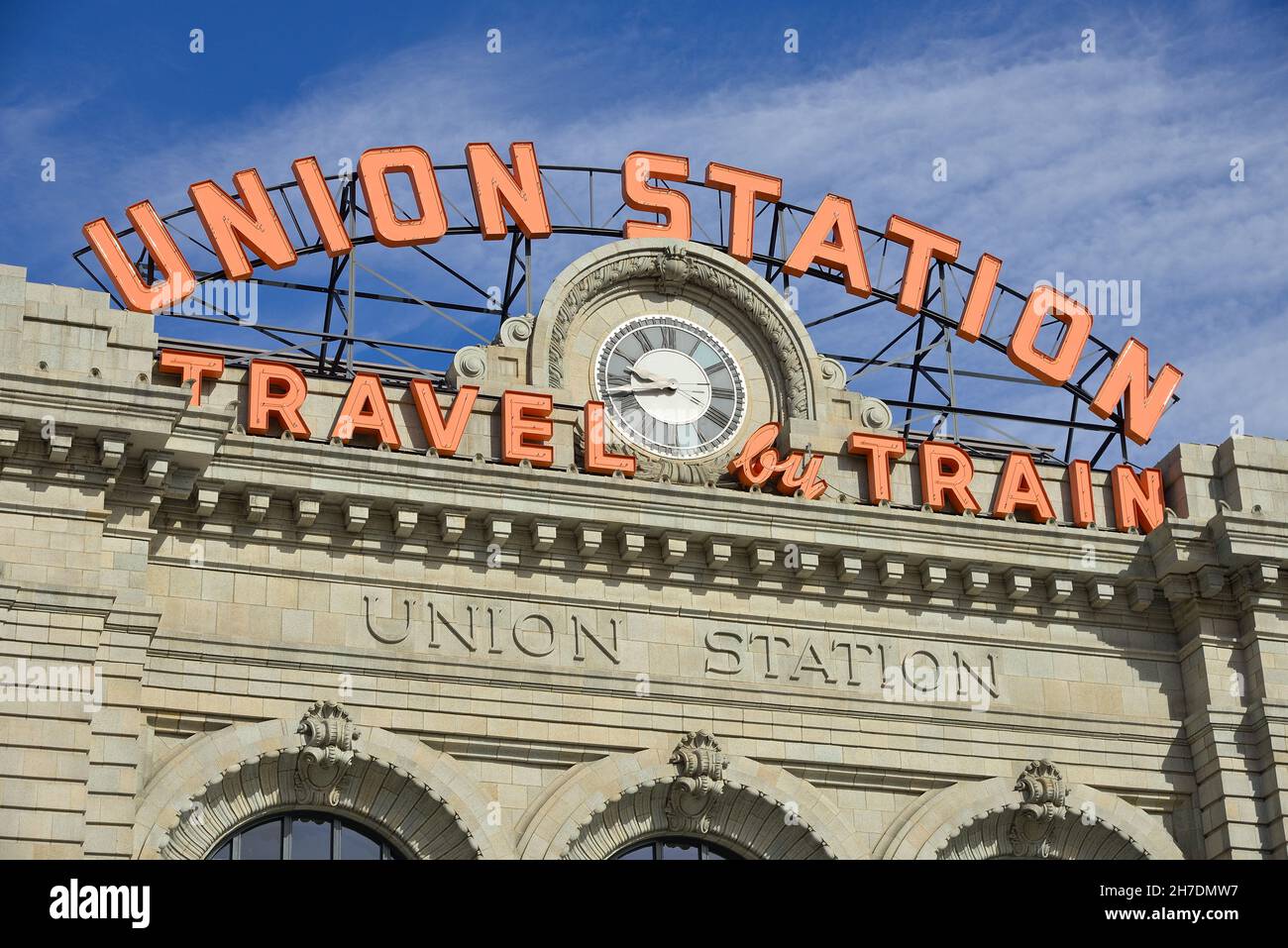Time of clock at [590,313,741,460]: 9:42
